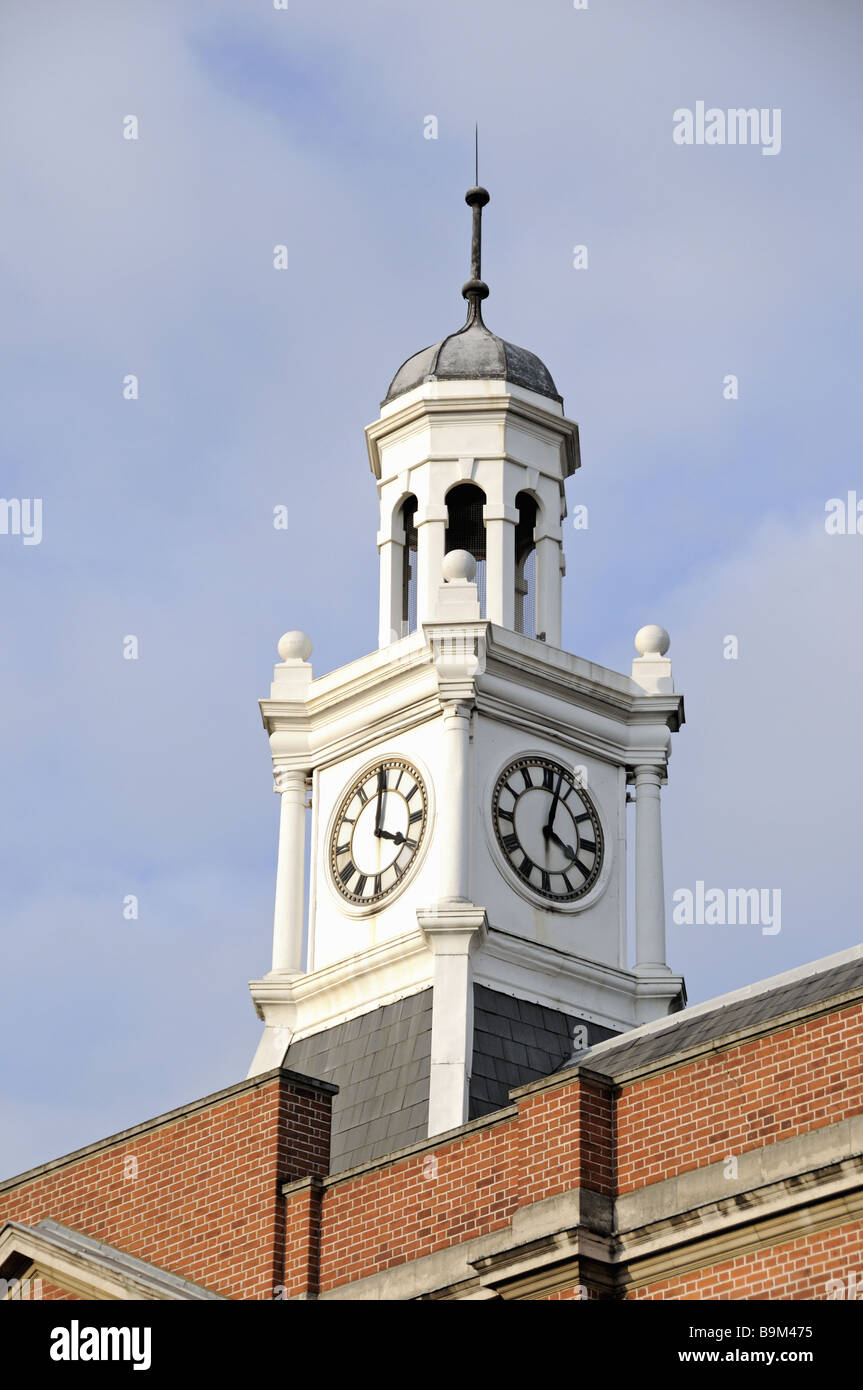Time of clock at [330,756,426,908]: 4:00
